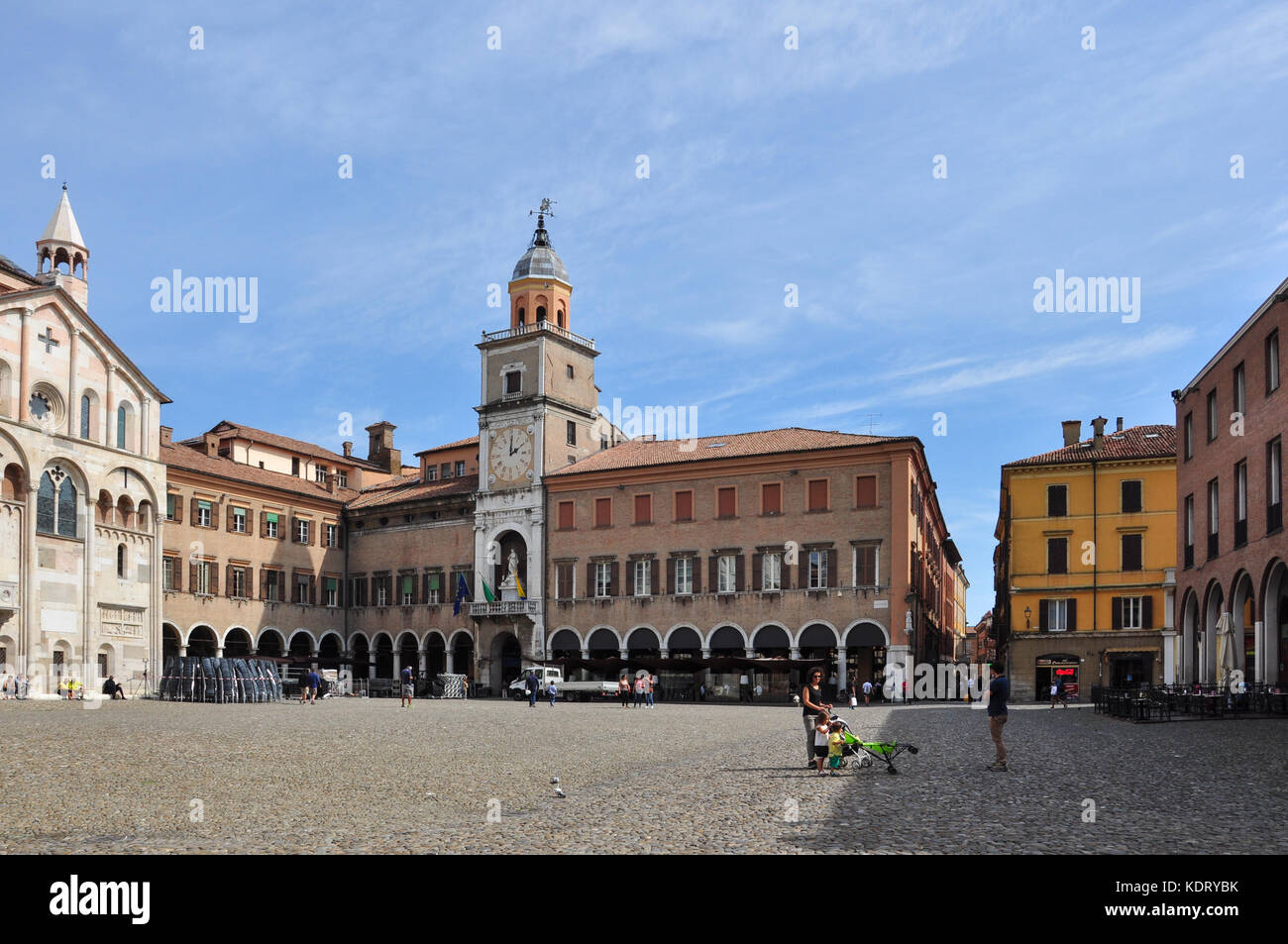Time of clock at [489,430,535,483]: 2:00
